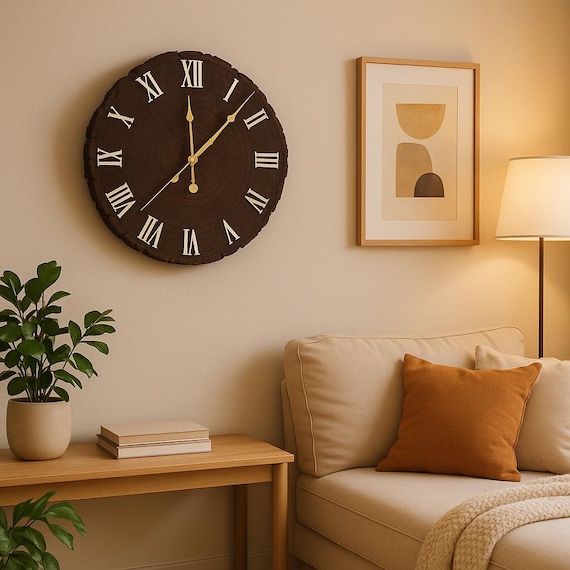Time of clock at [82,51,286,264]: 12:07
